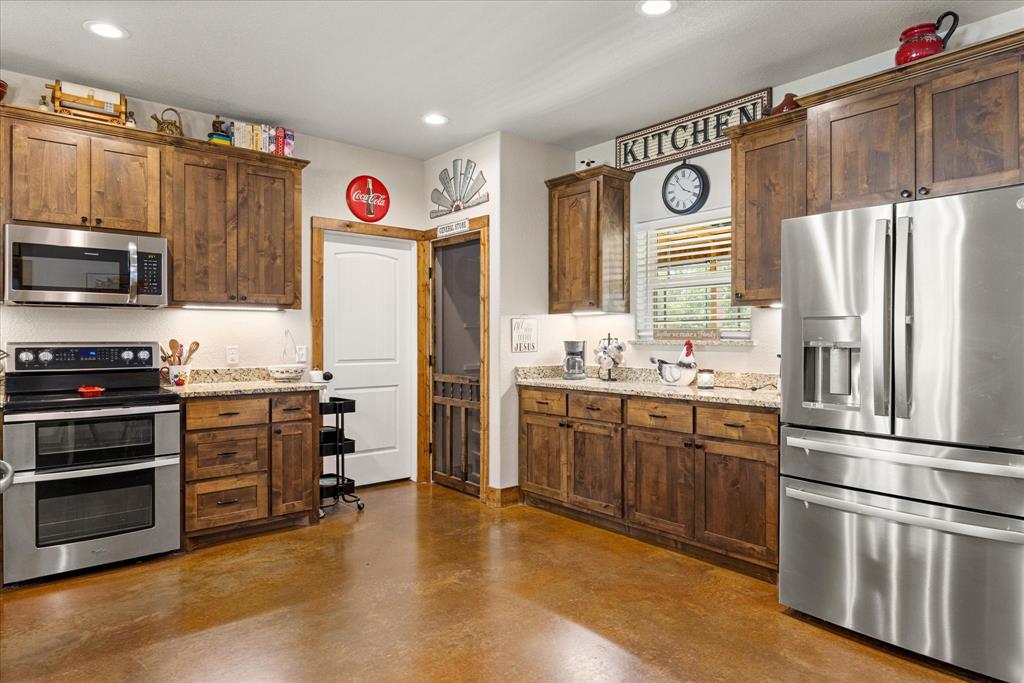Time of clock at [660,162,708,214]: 3:53
